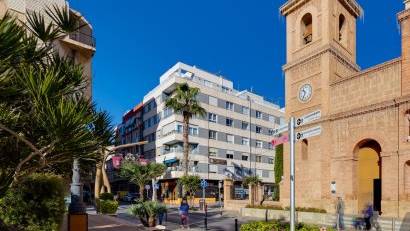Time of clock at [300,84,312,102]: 10:34
